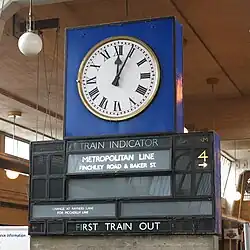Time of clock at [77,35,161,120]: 12:04
